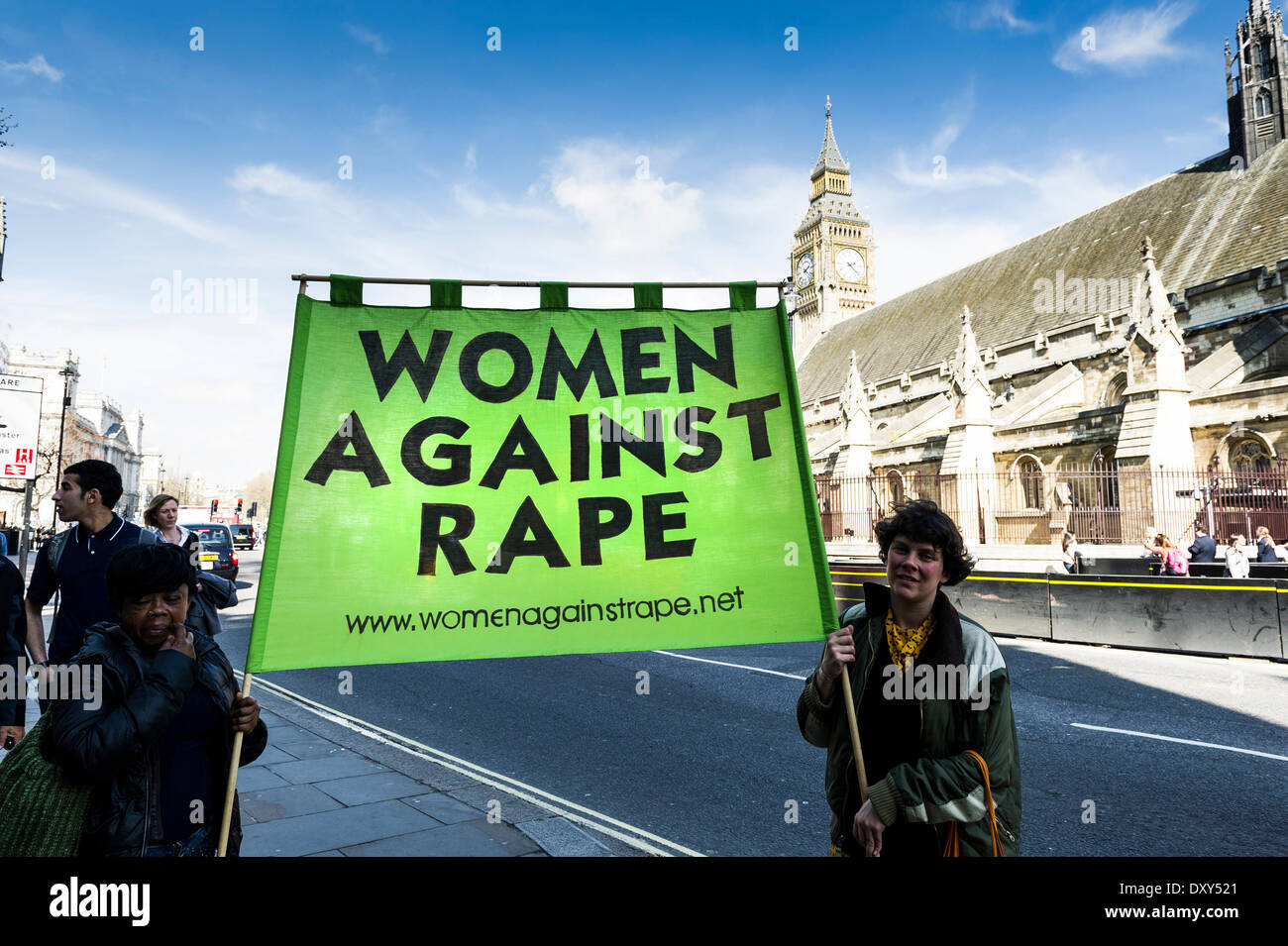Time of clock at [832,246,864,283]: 2:21
